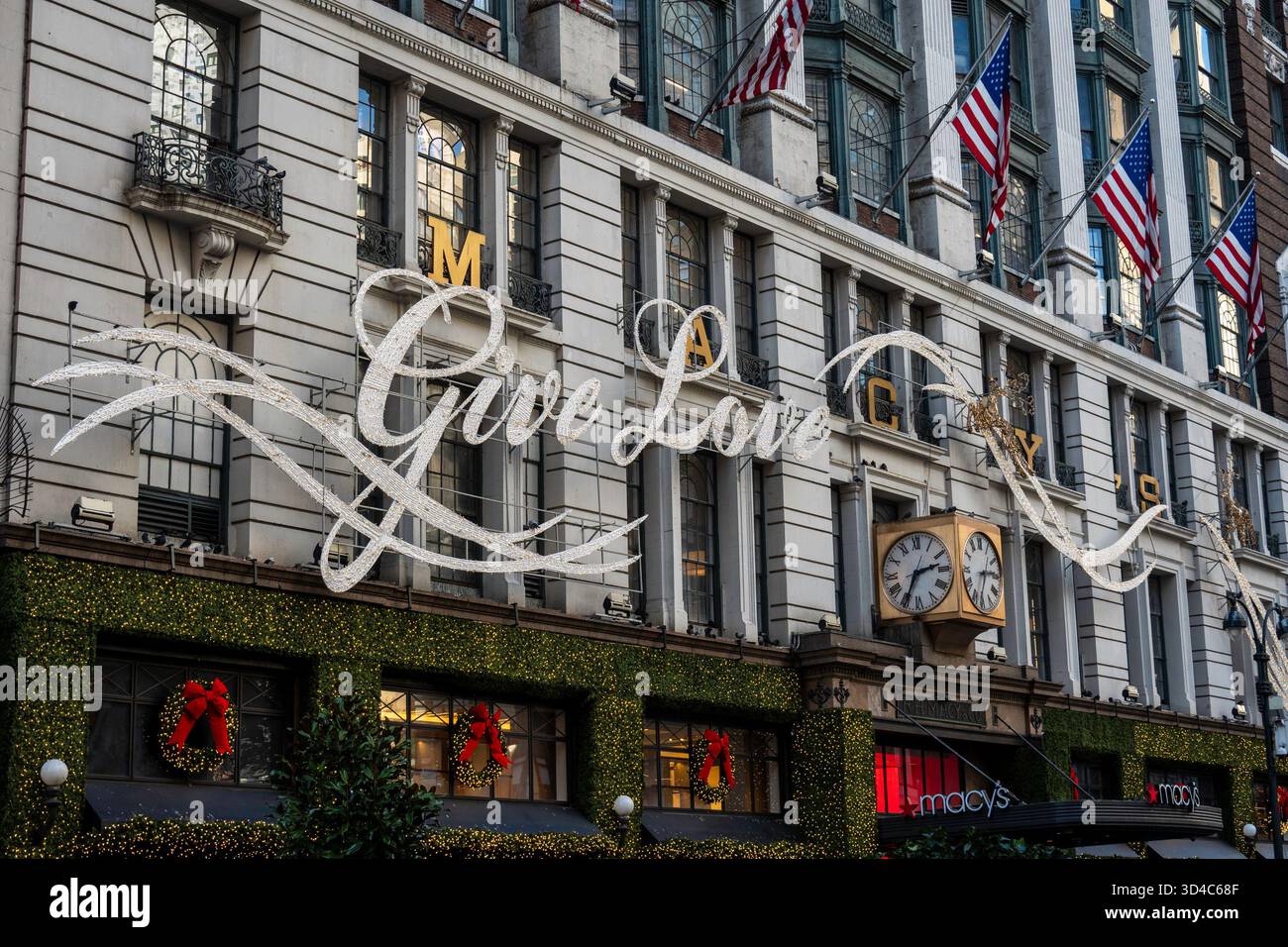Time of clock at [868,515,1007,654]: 2:34
